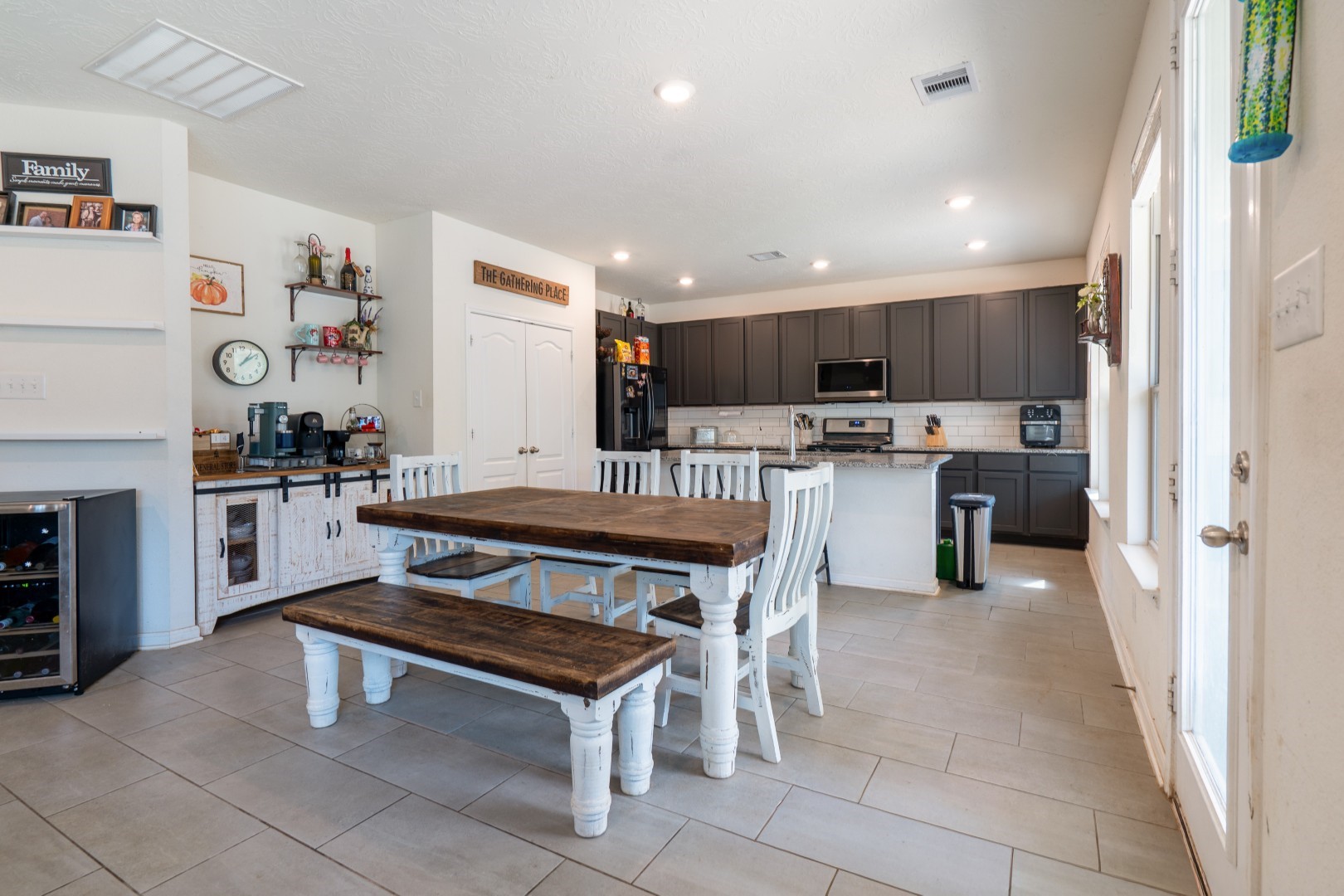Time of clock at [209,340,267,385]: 1:08
